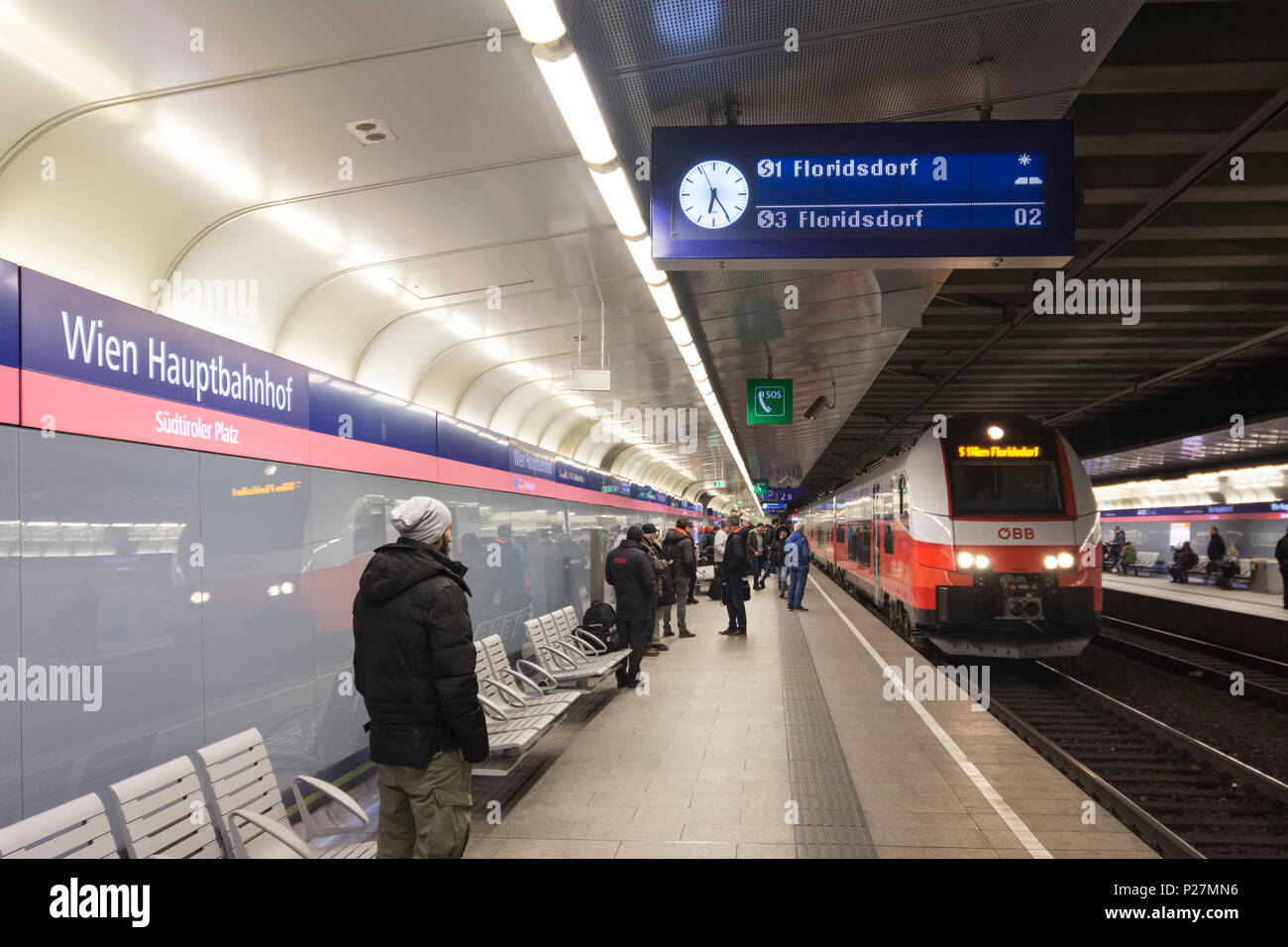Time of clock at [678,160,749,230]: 6:24
